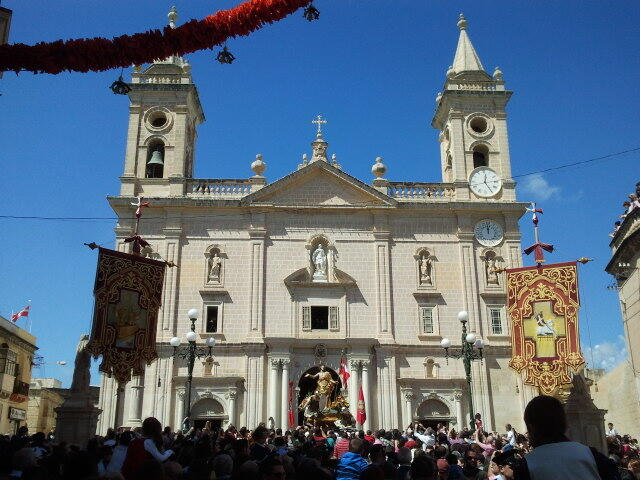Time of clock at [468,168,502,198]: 12:24
